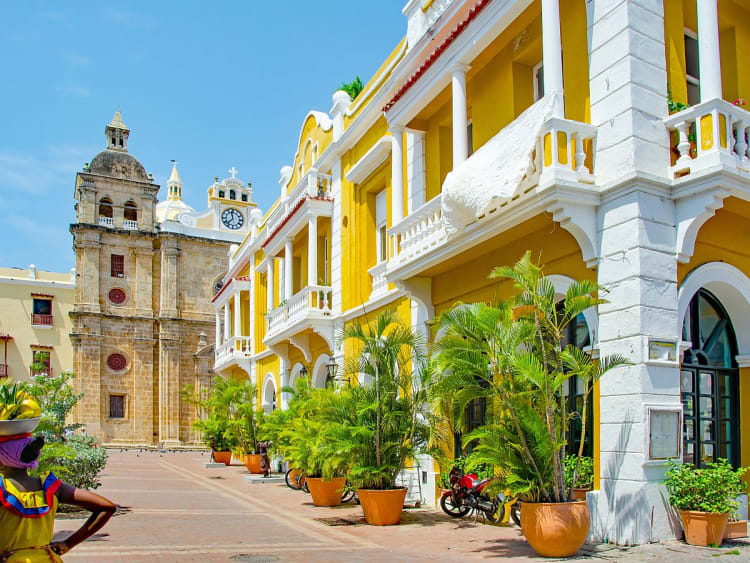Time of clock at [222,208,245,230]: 11:37
